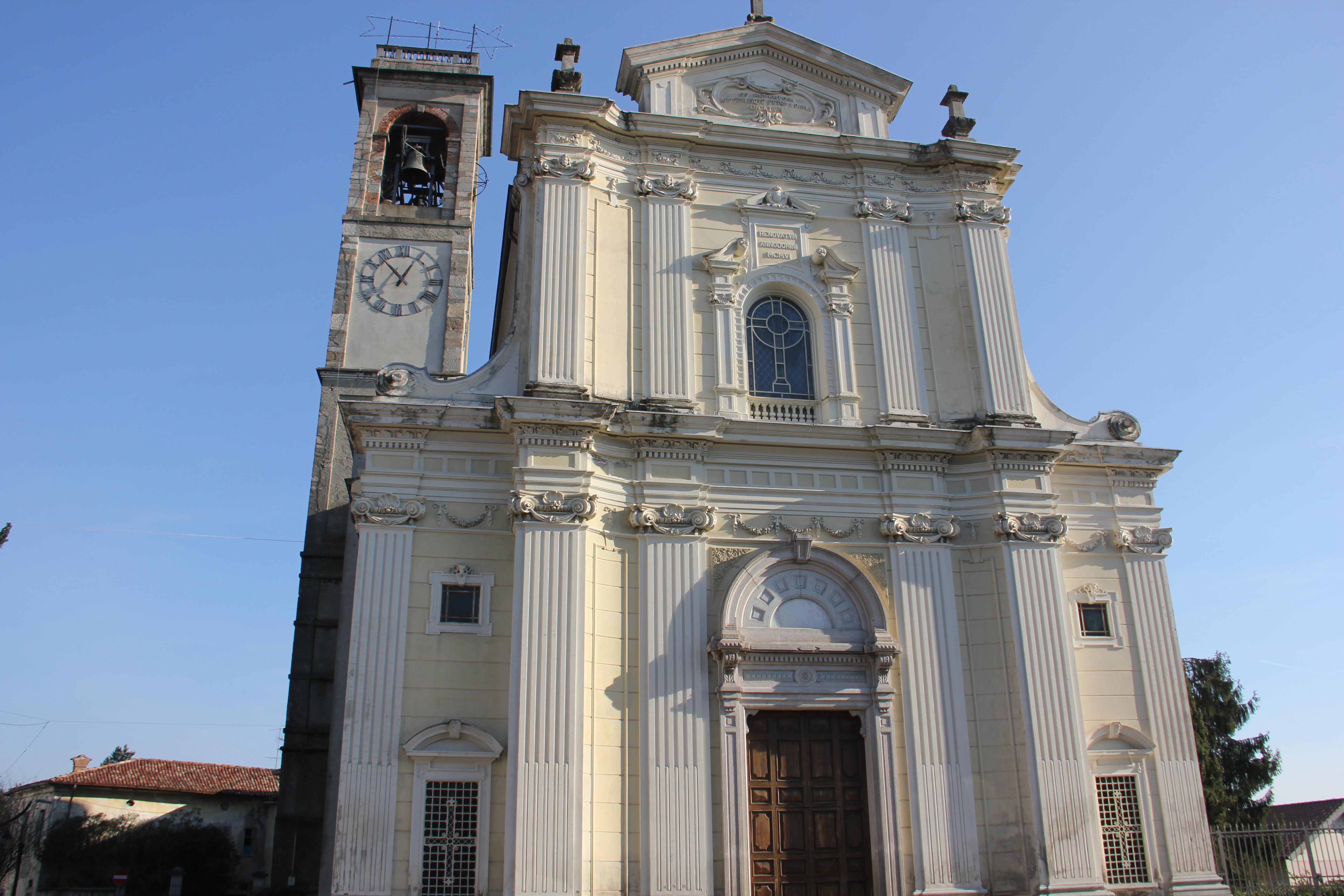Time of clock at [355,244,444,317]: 12:53
